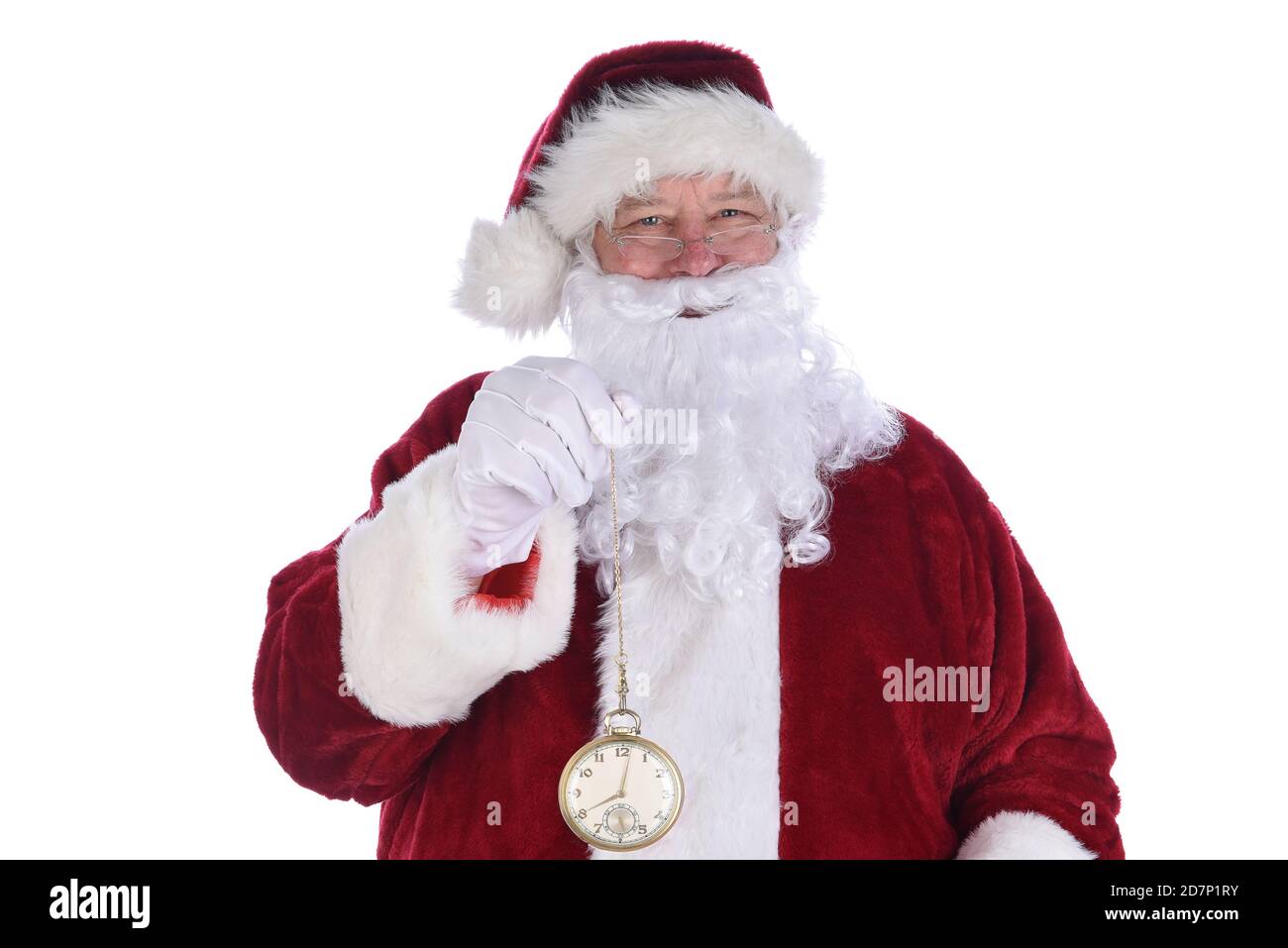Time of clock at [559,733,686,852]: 8:01
